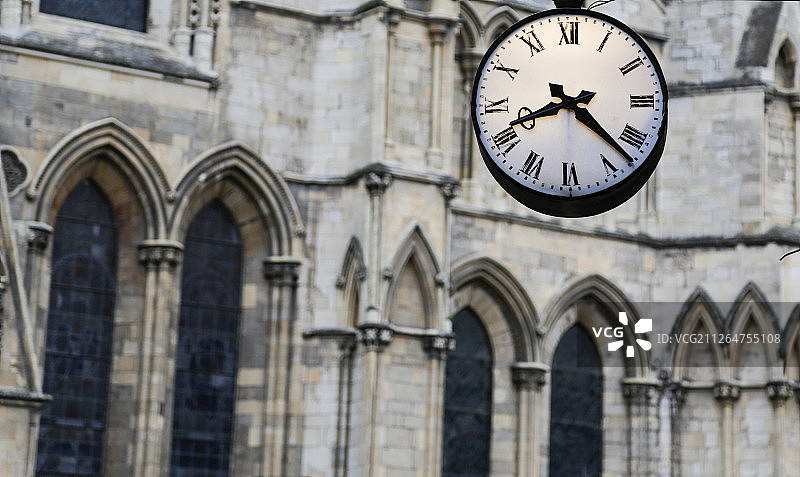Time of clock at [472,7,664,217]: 8:22
